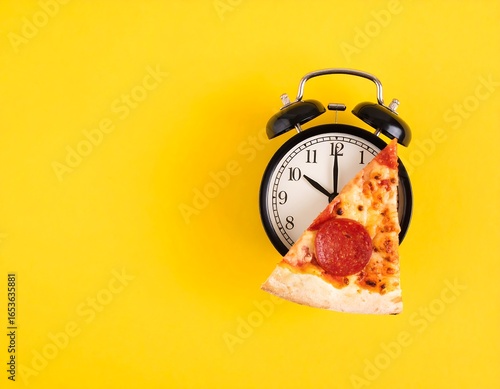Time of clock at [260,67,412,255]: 10:00
